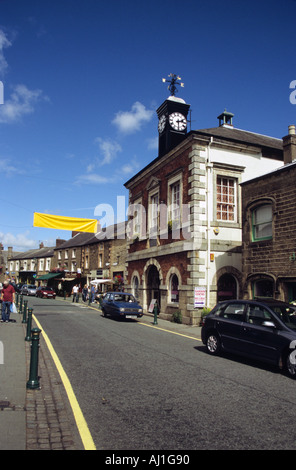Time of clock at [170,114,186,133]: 2:29
